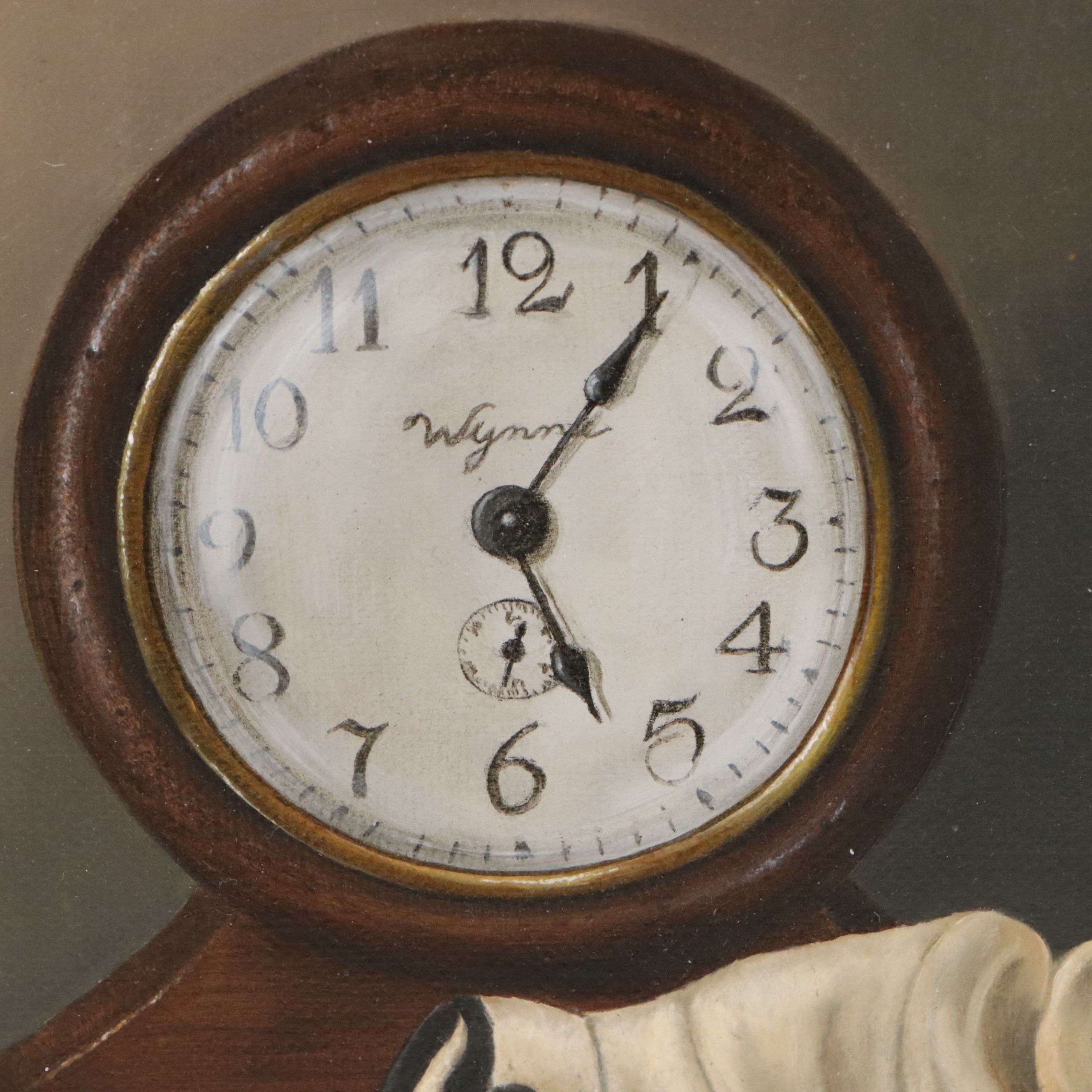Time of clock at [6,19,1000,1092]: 5:05
